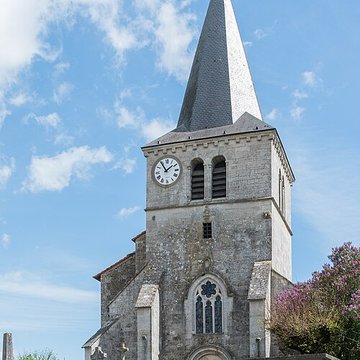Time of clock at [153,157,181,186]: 1:54
